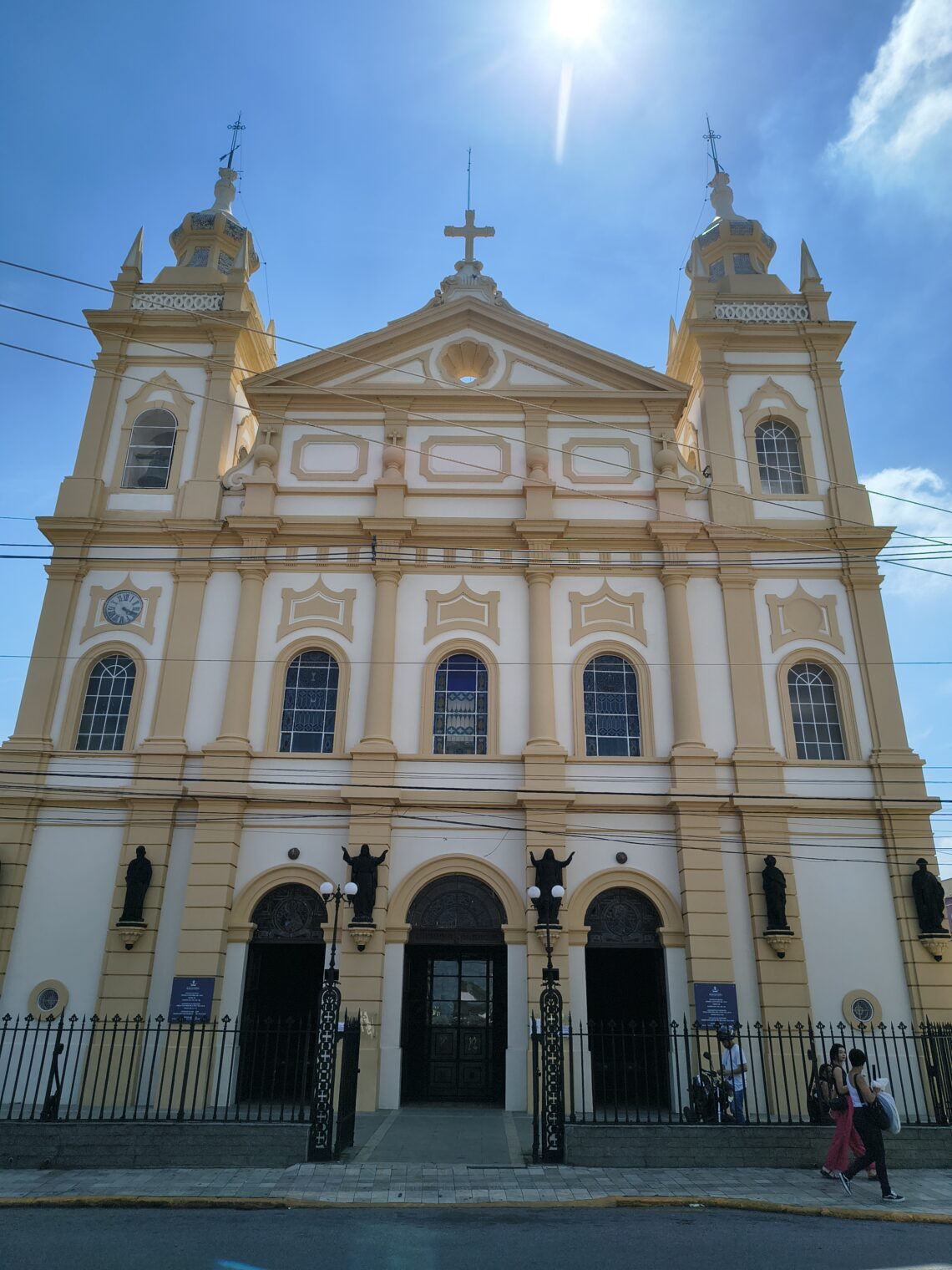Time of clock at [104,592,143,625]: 4:18
